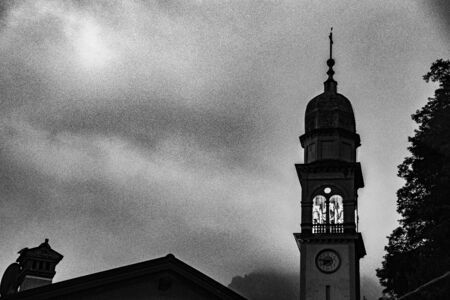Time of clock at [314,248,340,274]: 7:46
